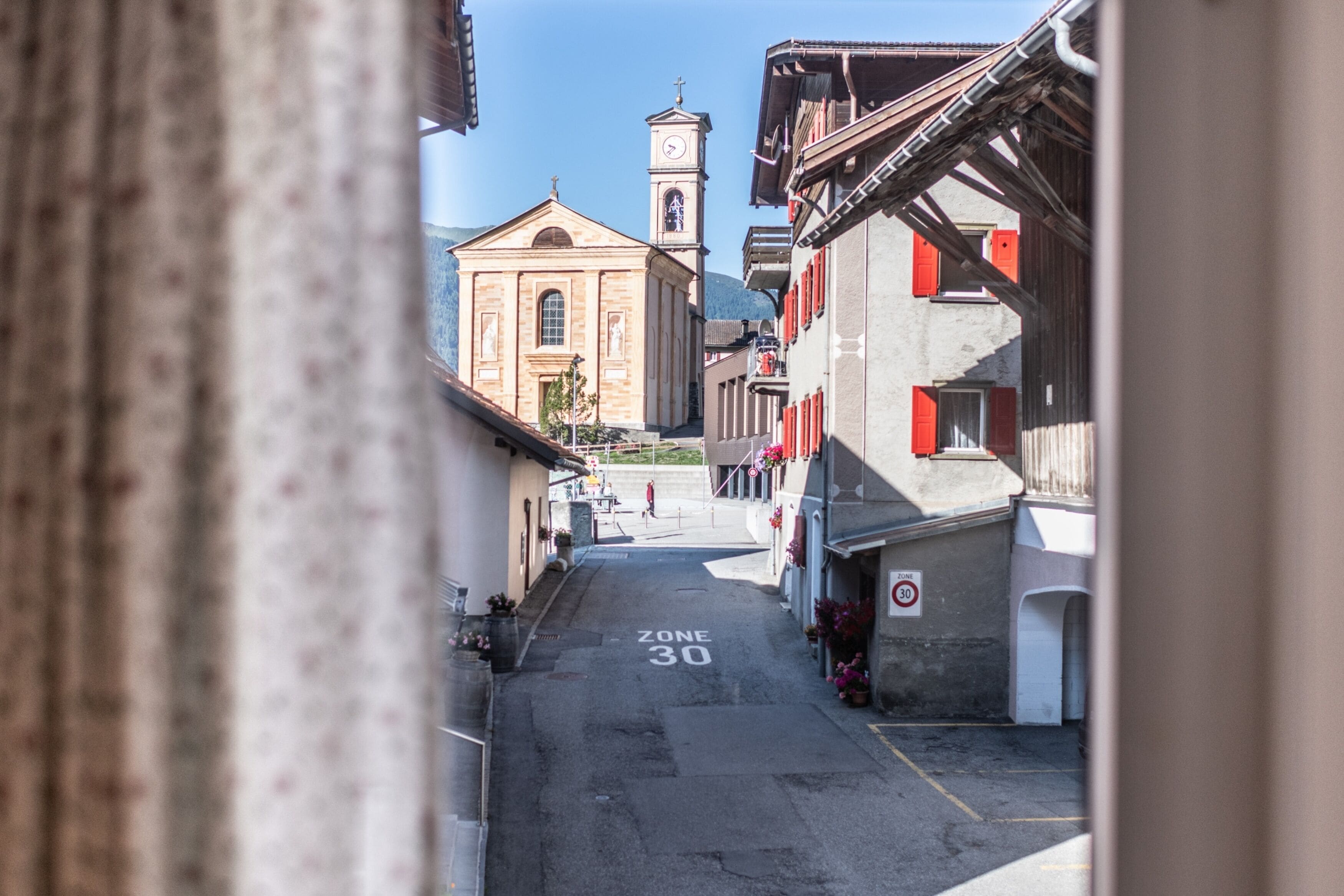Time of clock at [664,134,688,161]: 9:38
